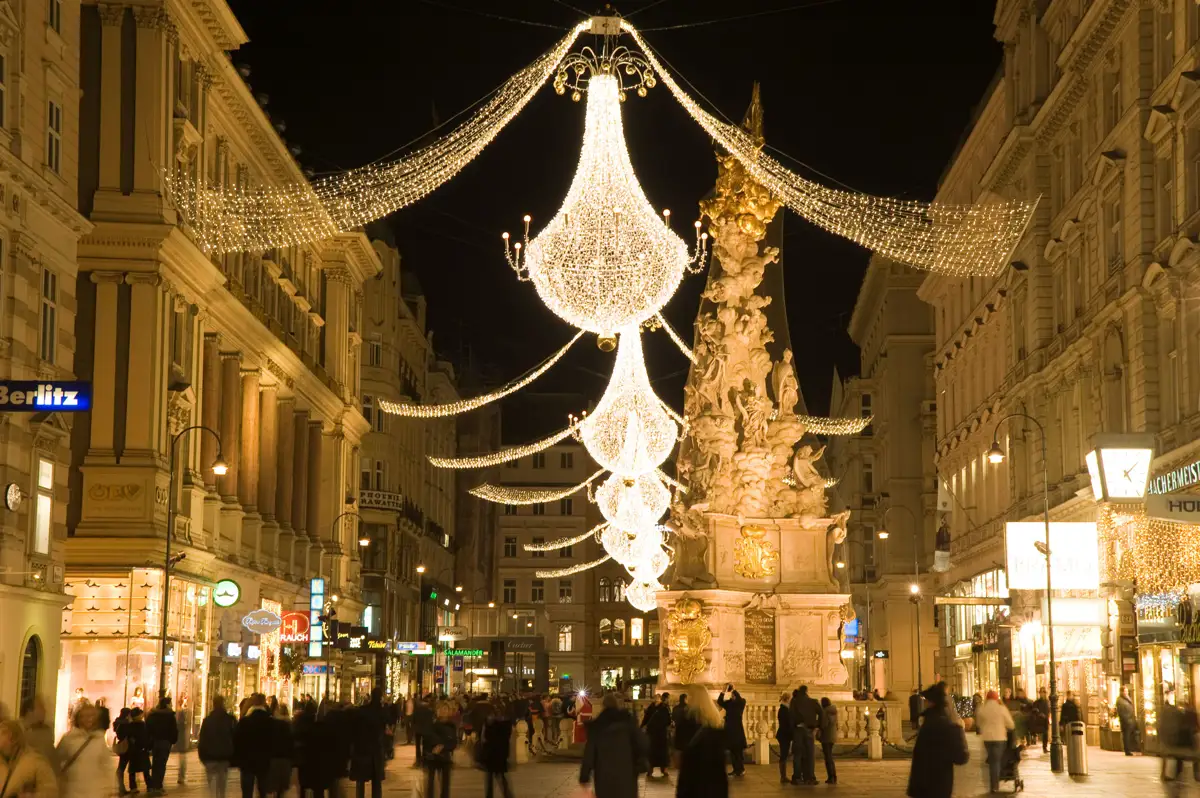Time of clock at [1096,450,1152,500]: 5:07
